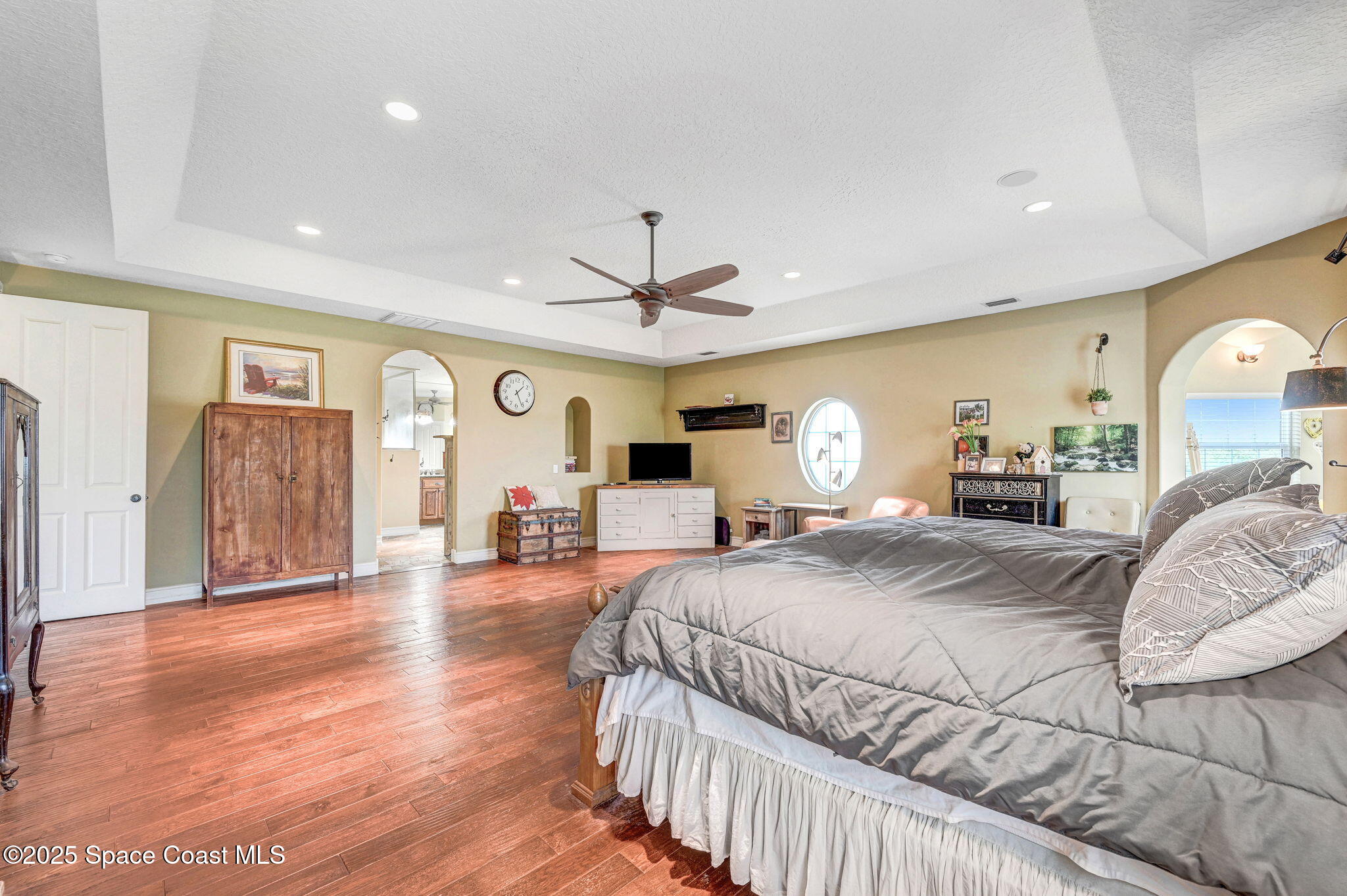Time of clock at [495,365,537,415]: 1:25
